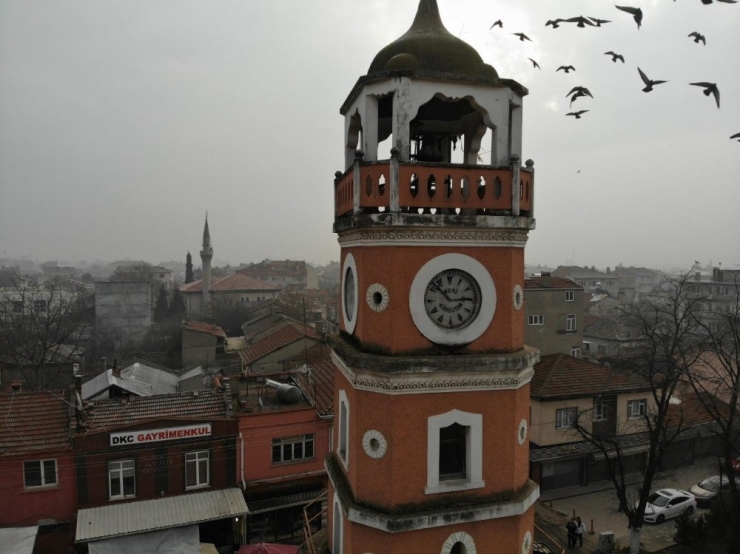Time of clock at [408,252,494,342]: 2:52
